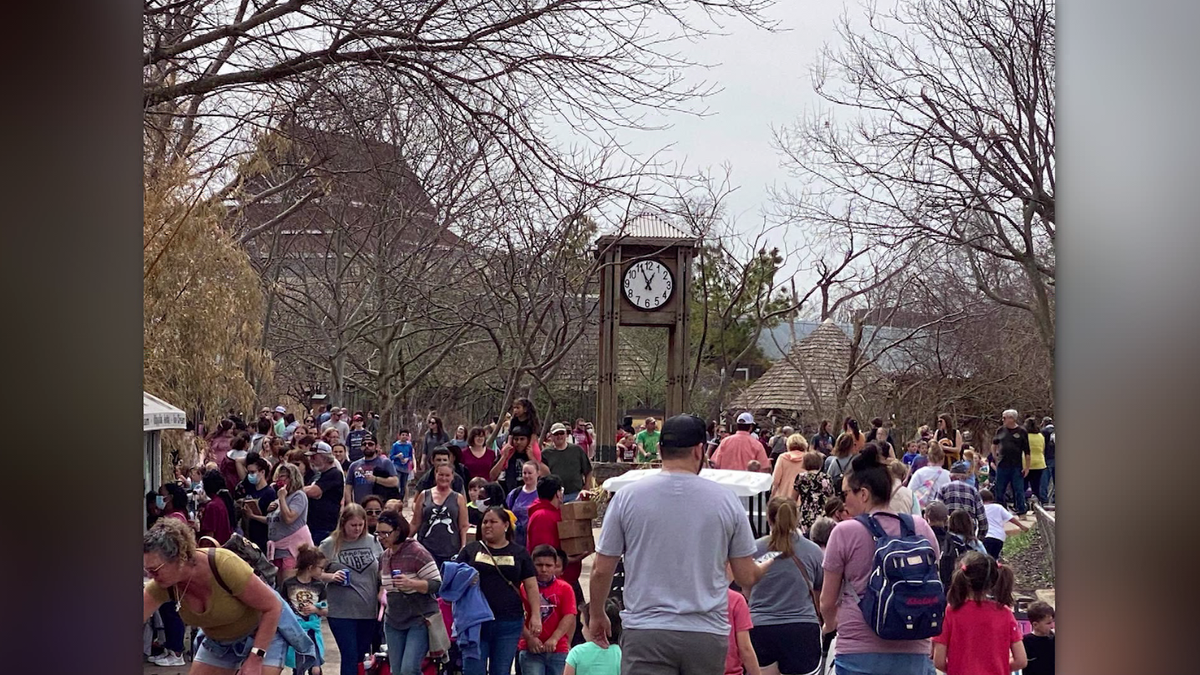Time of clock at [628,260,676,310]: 12:55
